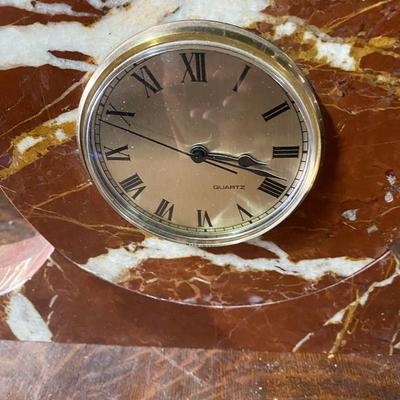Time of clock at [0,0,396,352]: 3:18
